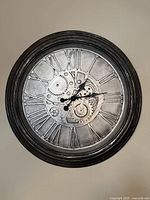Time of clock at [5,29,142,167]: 1:13
